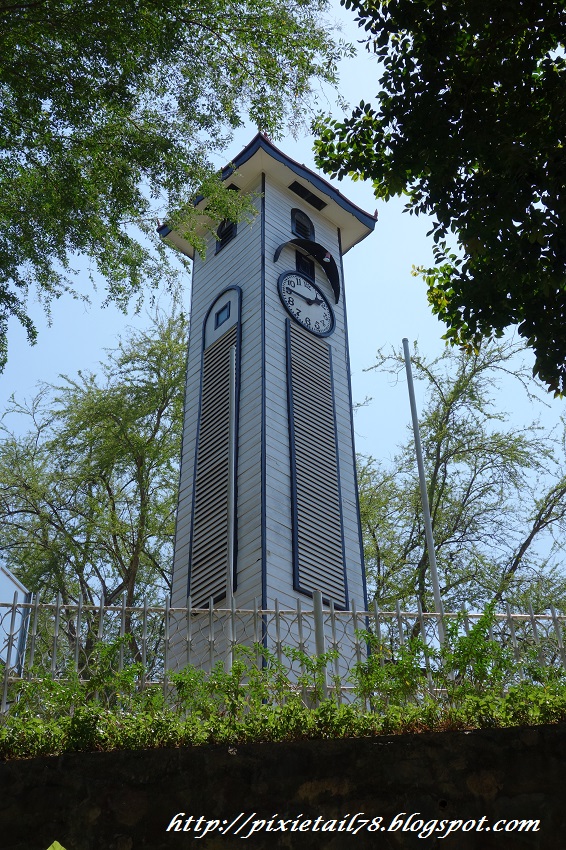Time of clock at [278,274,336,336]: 1:46
